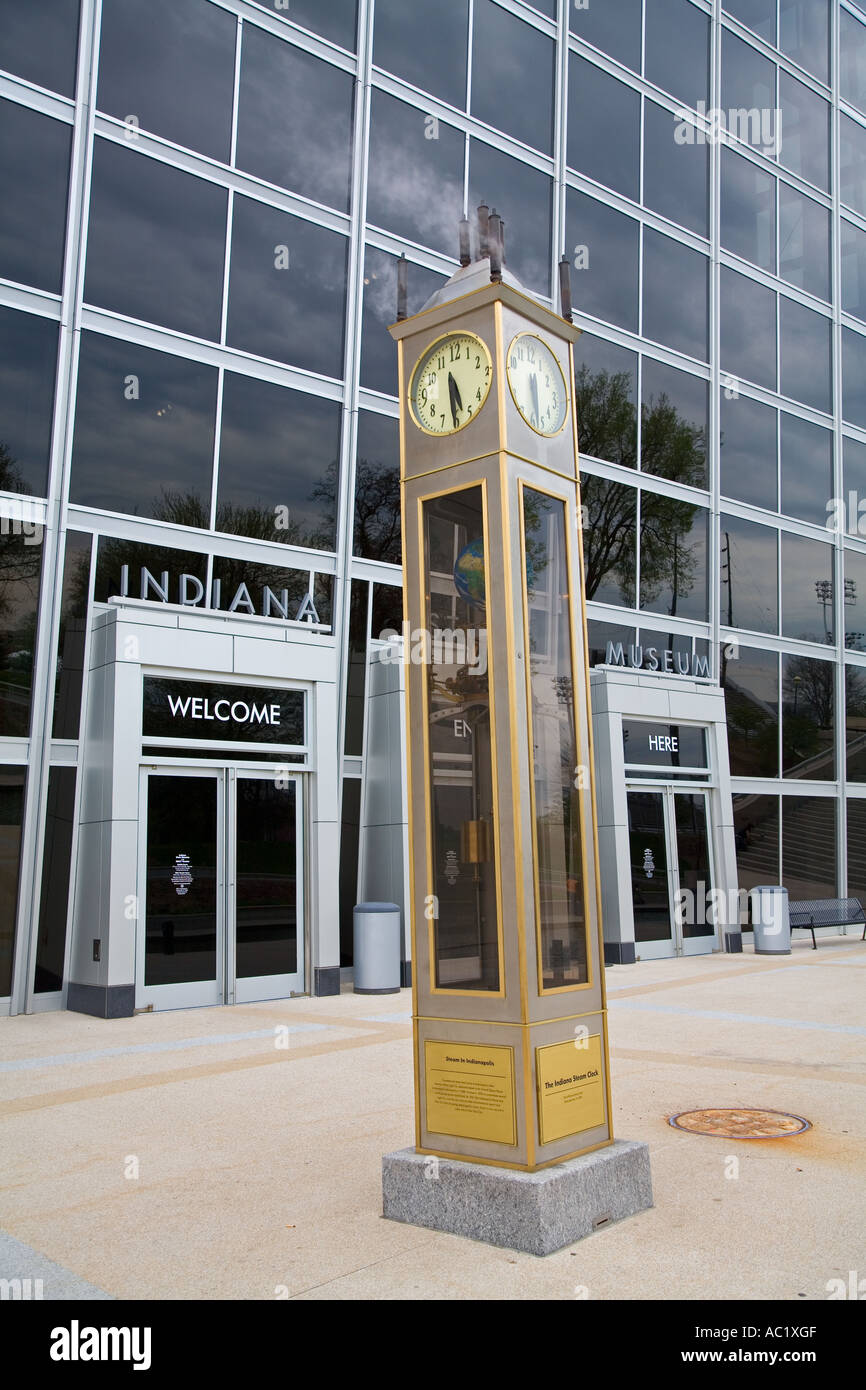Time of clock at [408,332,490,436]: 5:30
